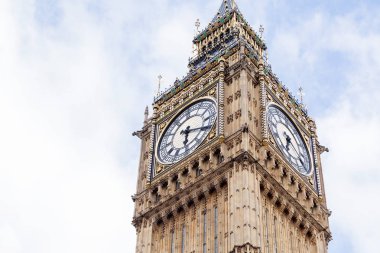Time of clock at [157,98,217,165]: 6:18
